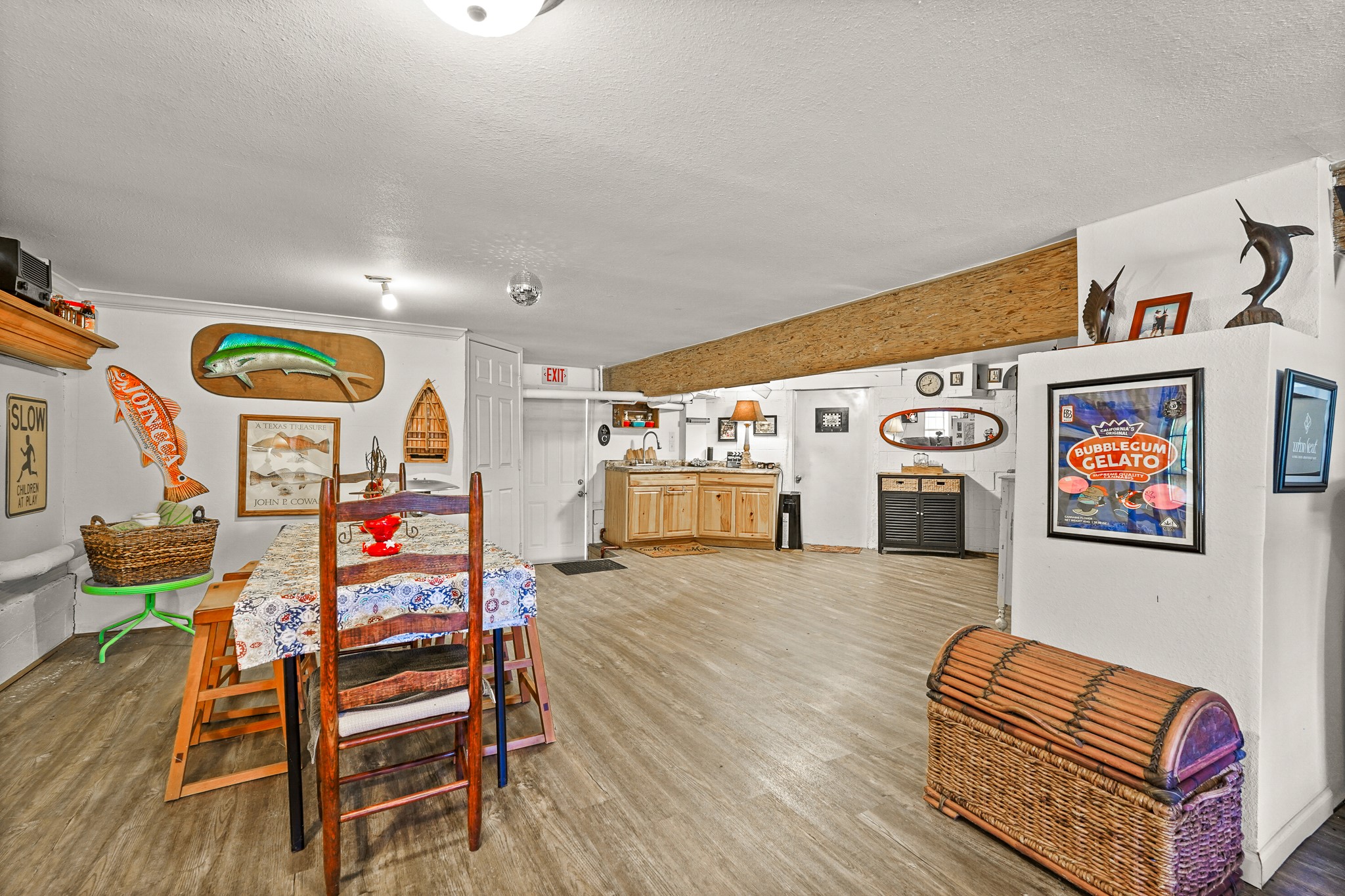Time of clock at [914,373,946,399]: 12:42
